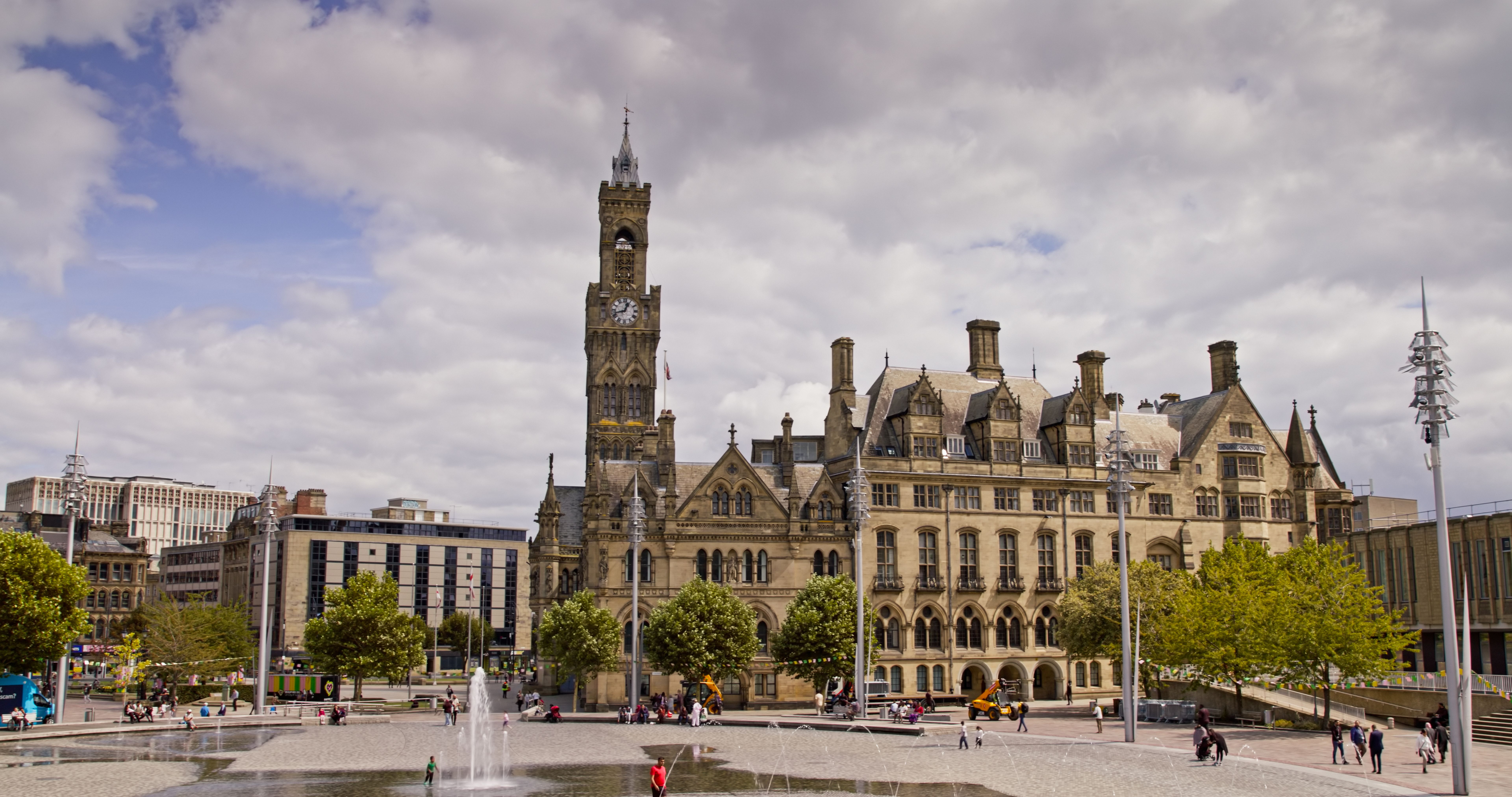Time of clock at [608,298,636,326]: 12:42
